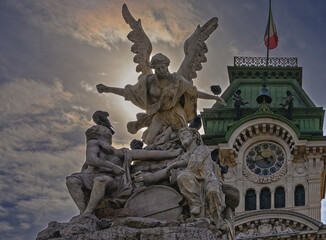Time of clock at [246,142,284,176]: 10:42
